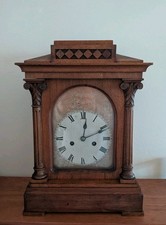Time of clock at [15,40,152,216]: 12:11
